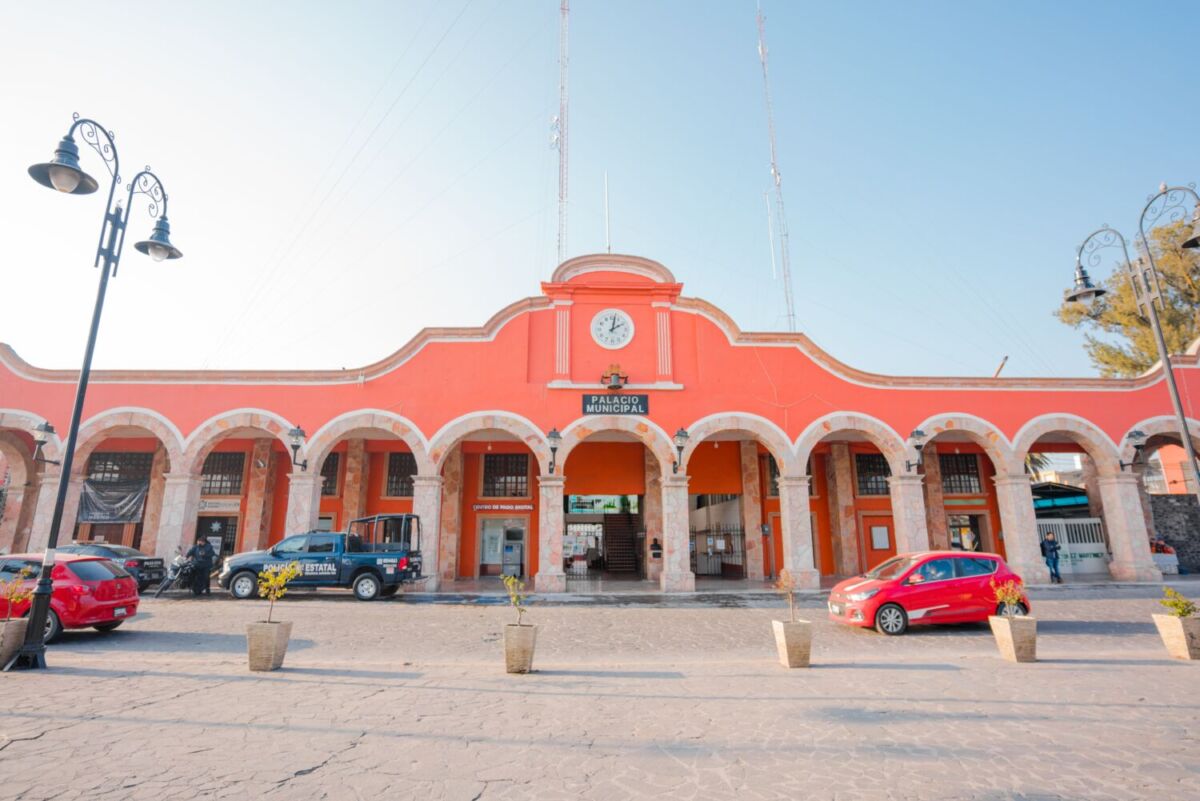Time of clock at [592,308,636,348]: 2:01
